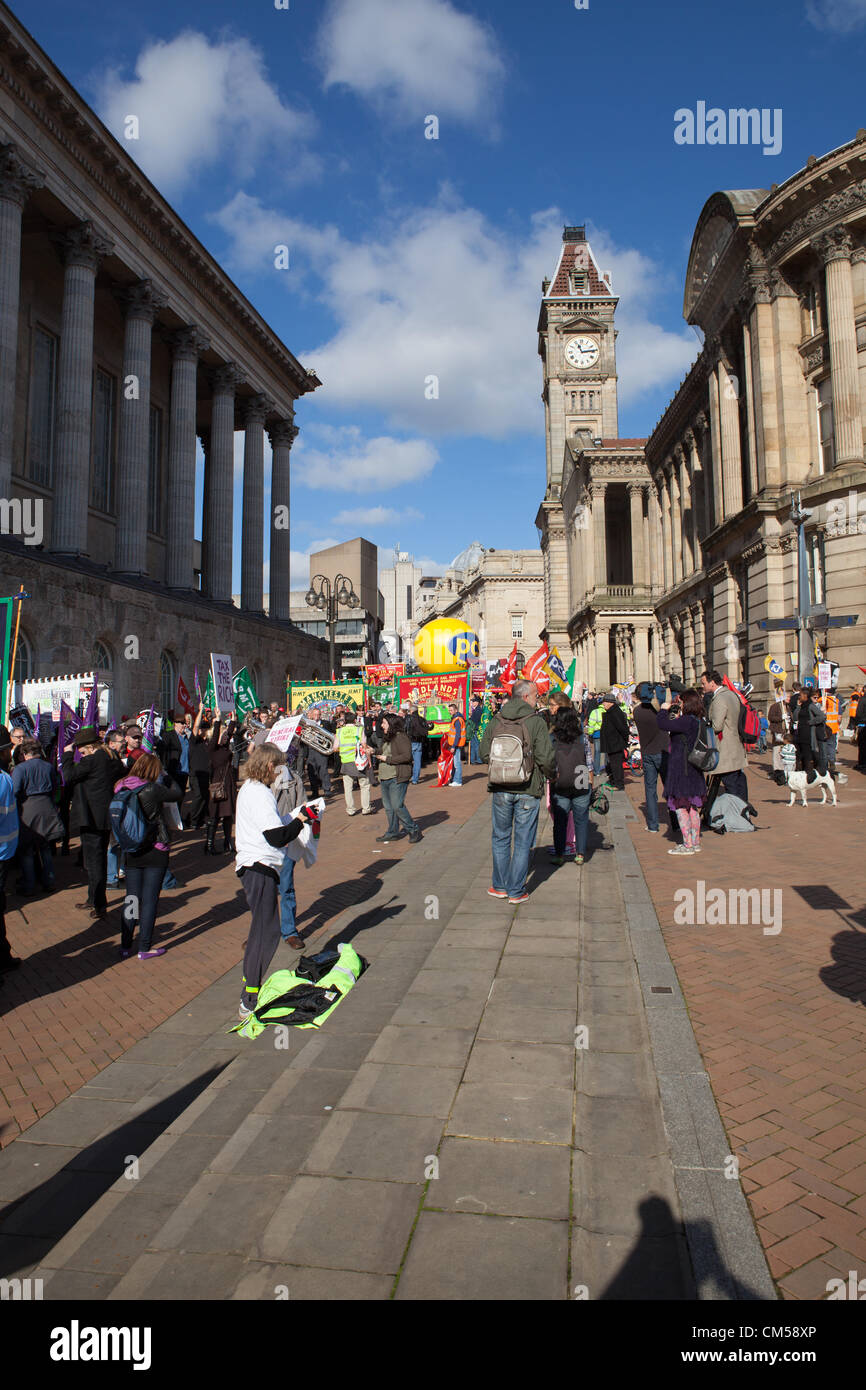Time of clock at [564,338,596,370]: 11:13
